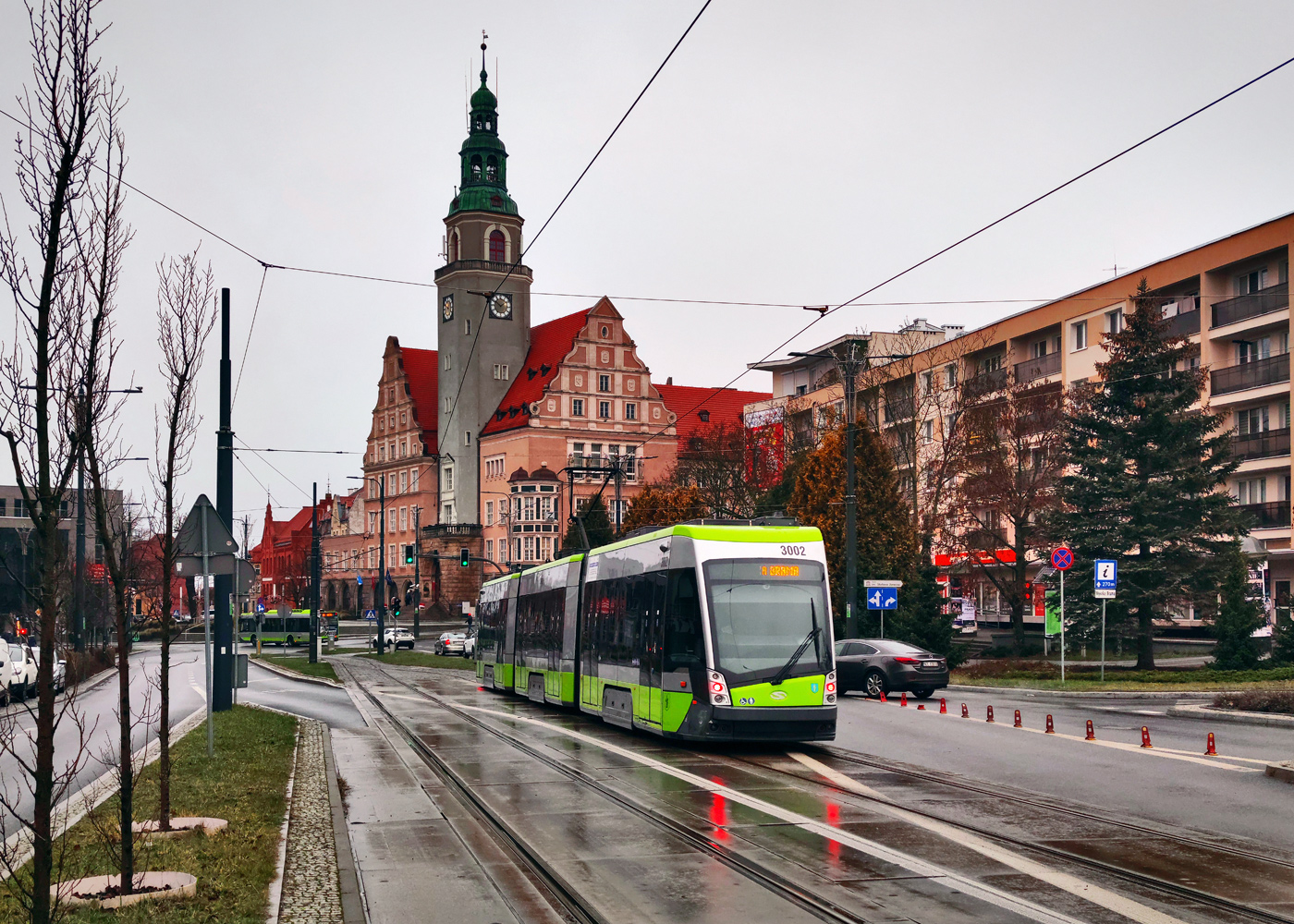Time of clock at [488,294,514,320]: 1:50
